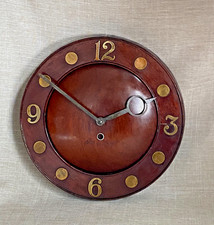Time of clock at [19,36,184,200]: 1:50
